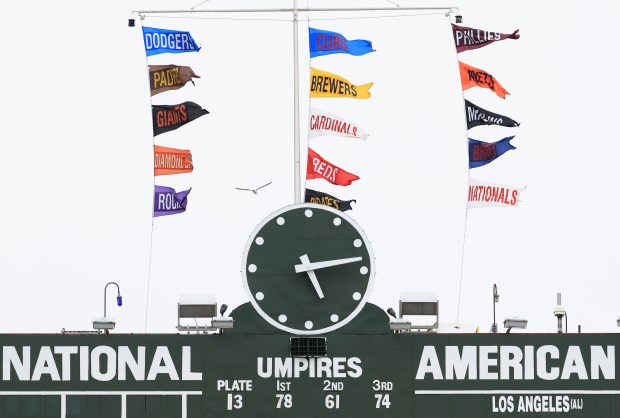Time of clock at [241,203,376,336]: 5:13
